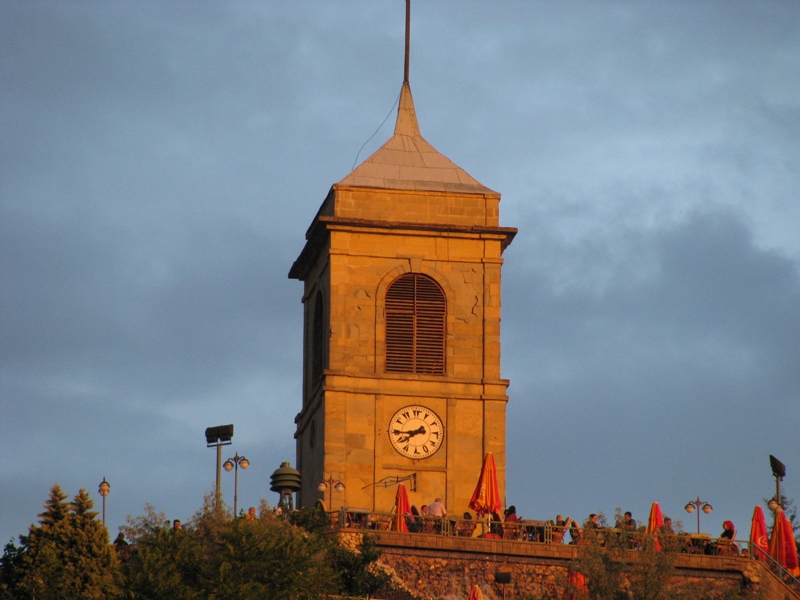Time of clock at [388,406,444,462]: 7:43
